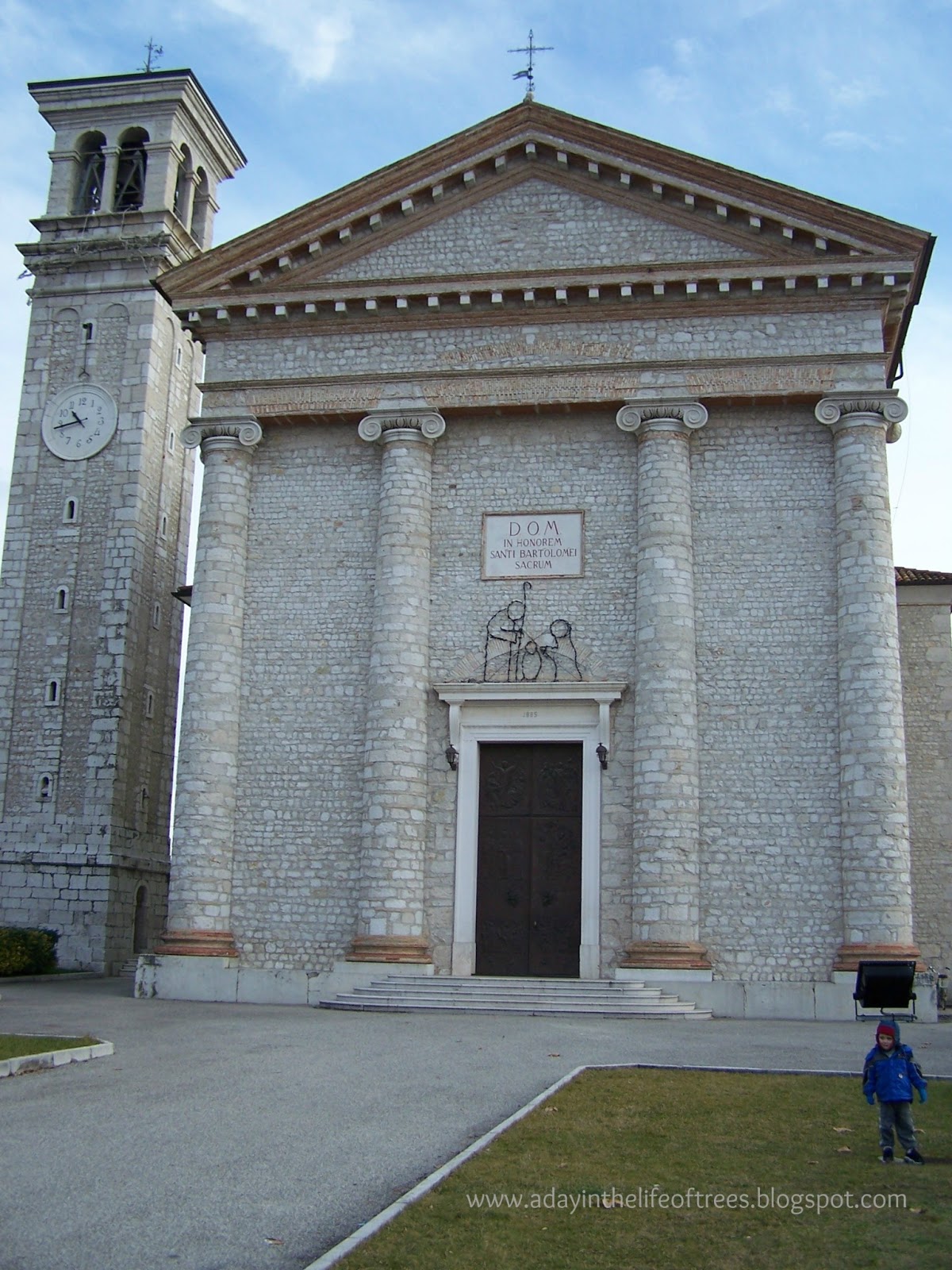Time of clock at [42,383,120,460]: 10:42
